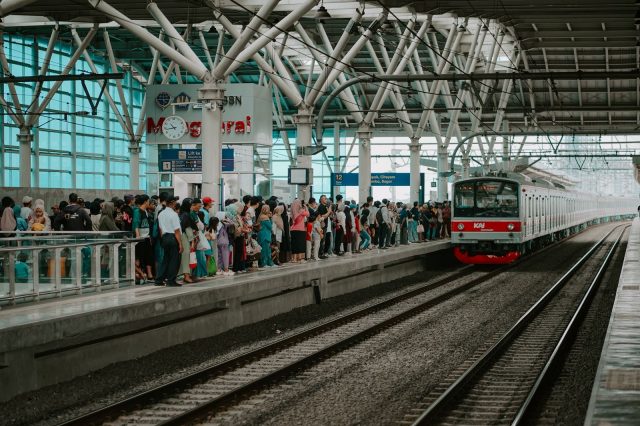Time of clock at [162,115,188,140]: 10:43
